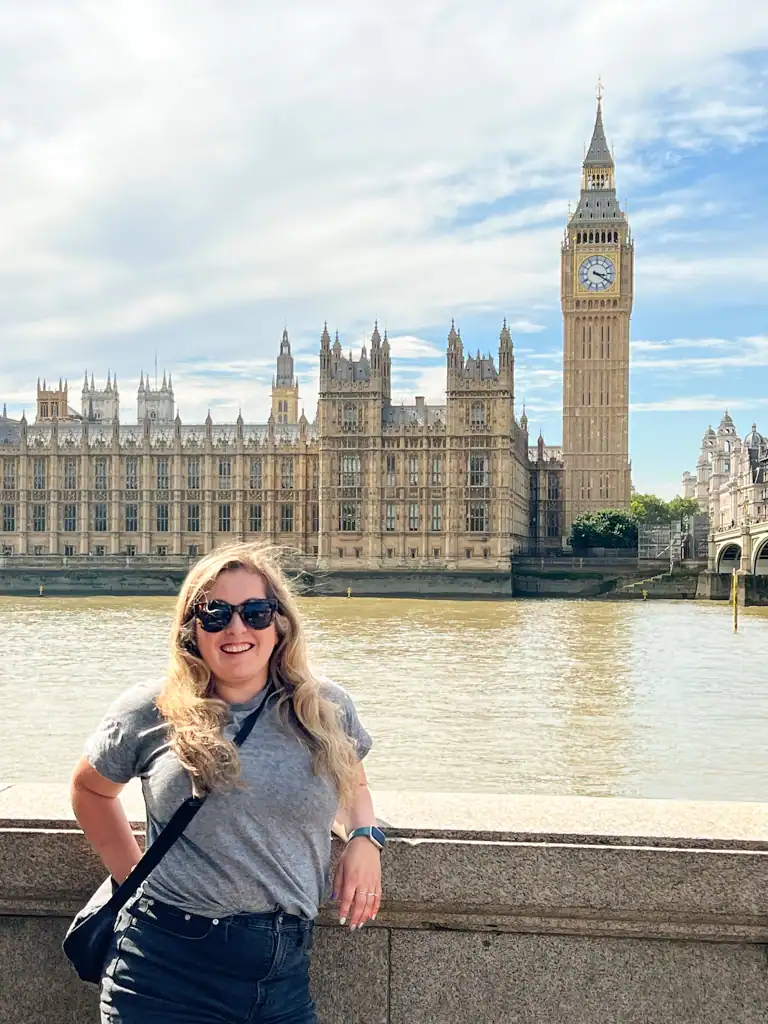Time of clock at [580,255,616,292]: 3:20
